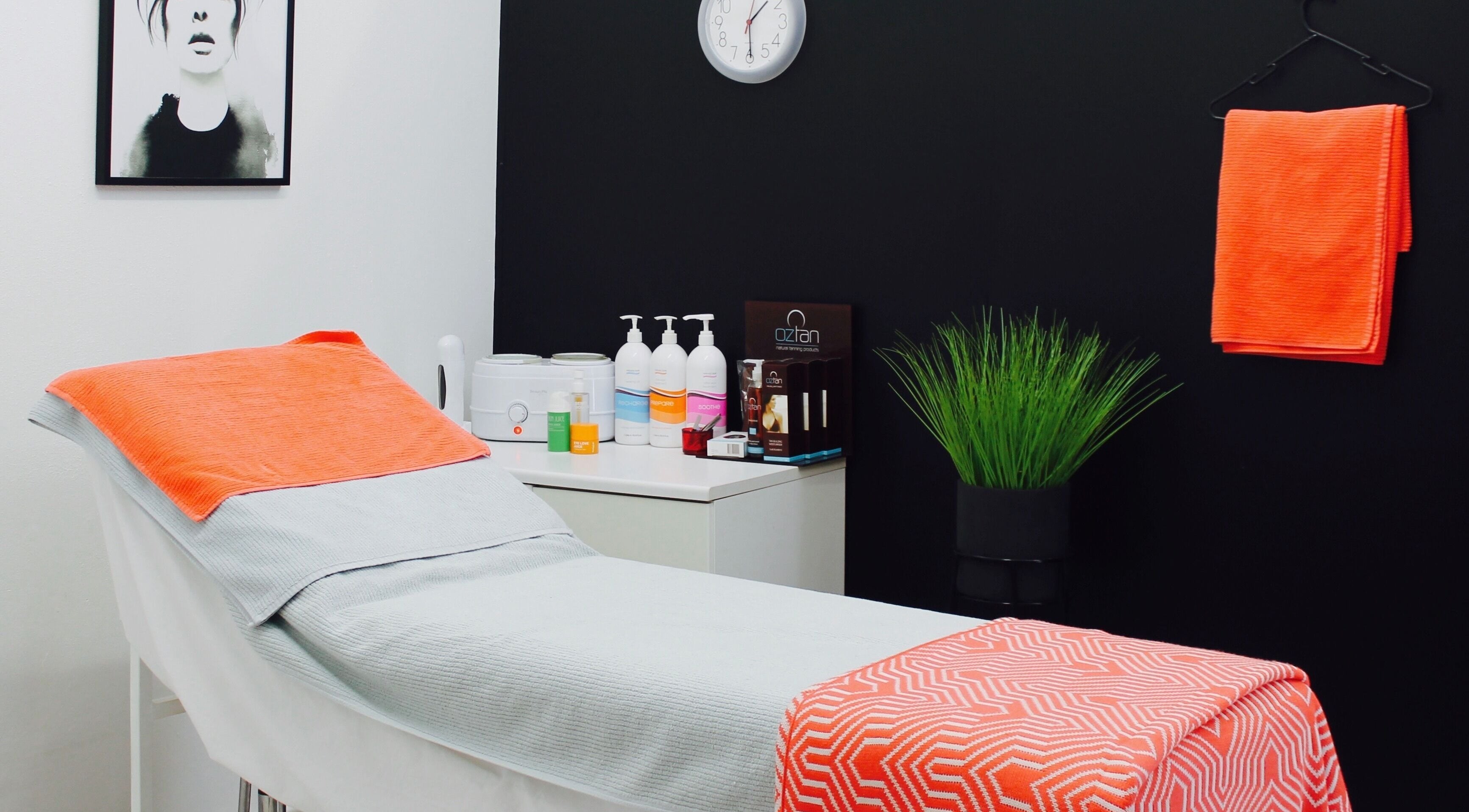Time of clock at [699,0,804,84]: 1:29
